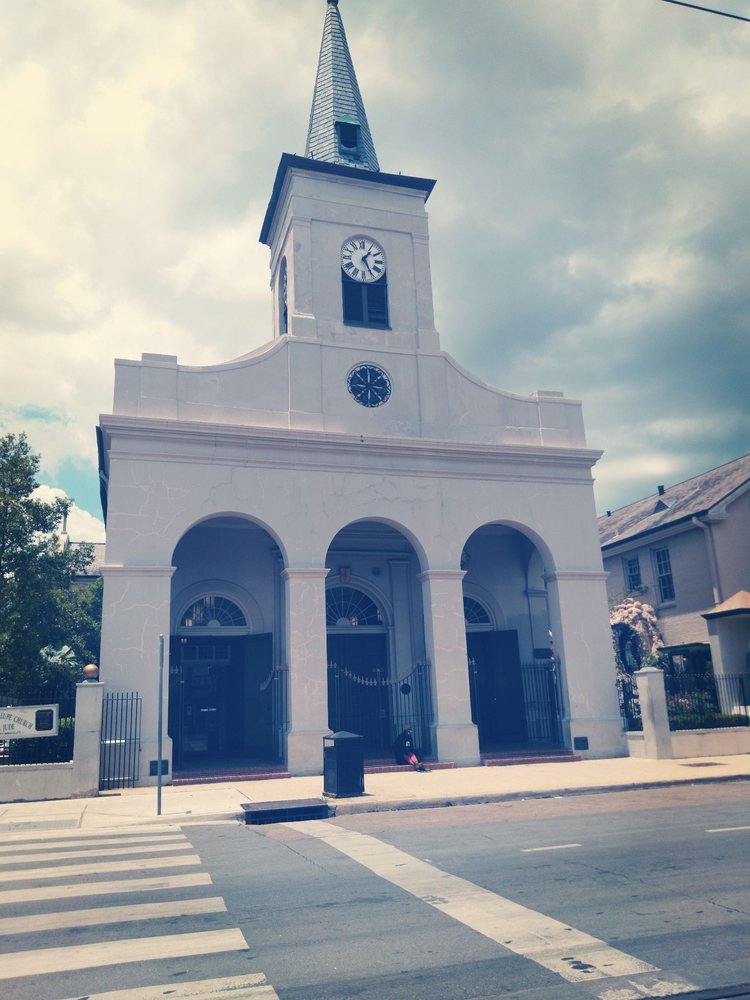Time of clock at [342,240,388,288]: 1:25
